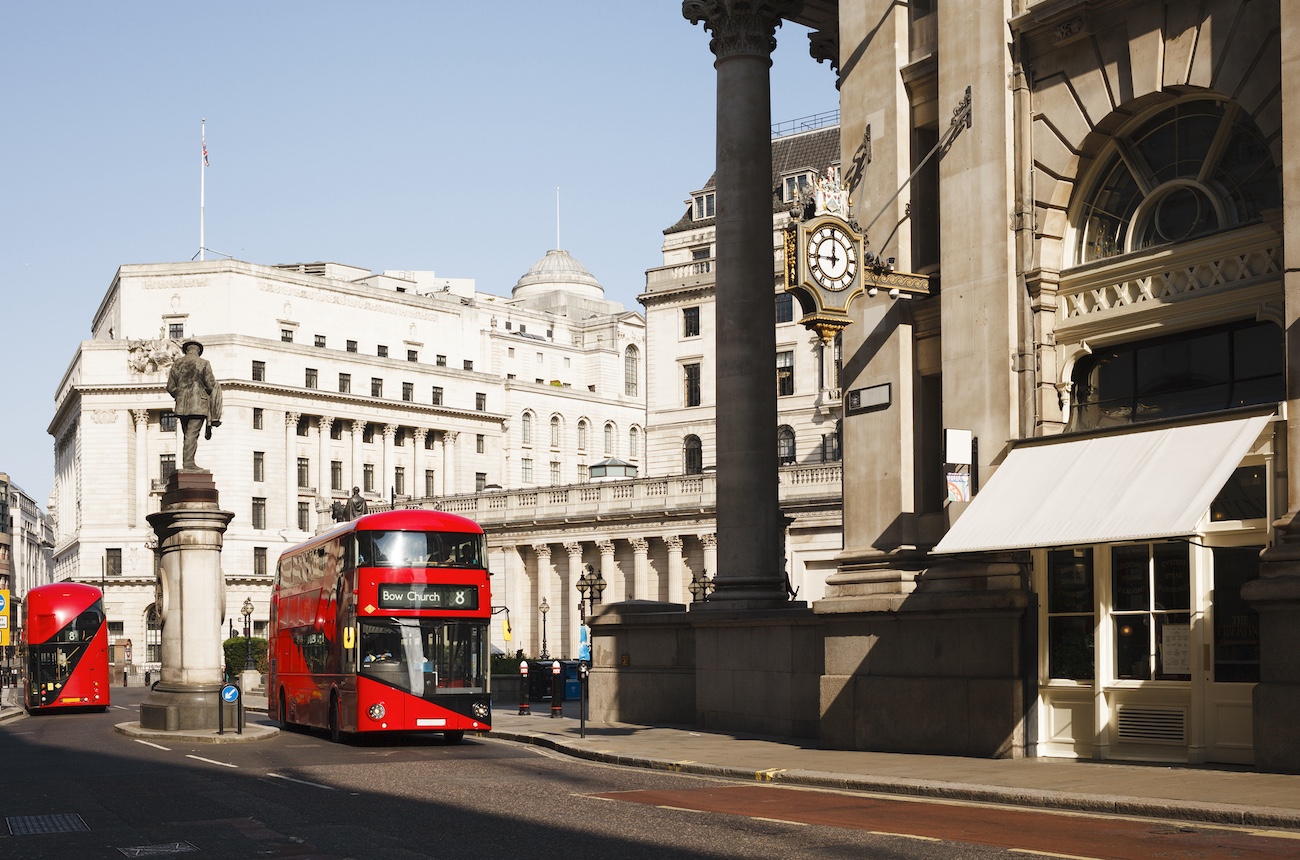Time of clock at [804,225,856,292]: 9:00
